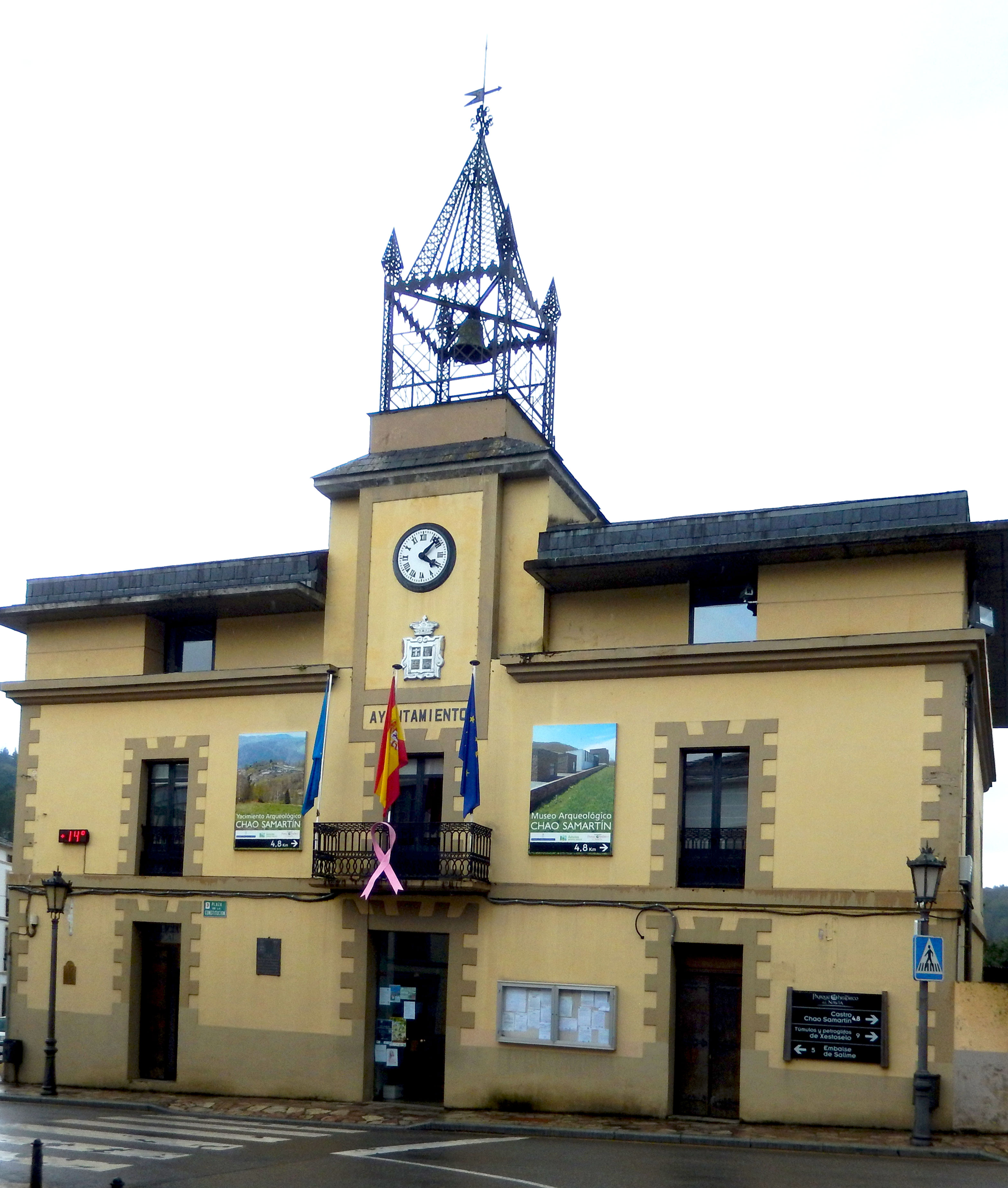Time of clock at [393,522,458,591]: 4:07
